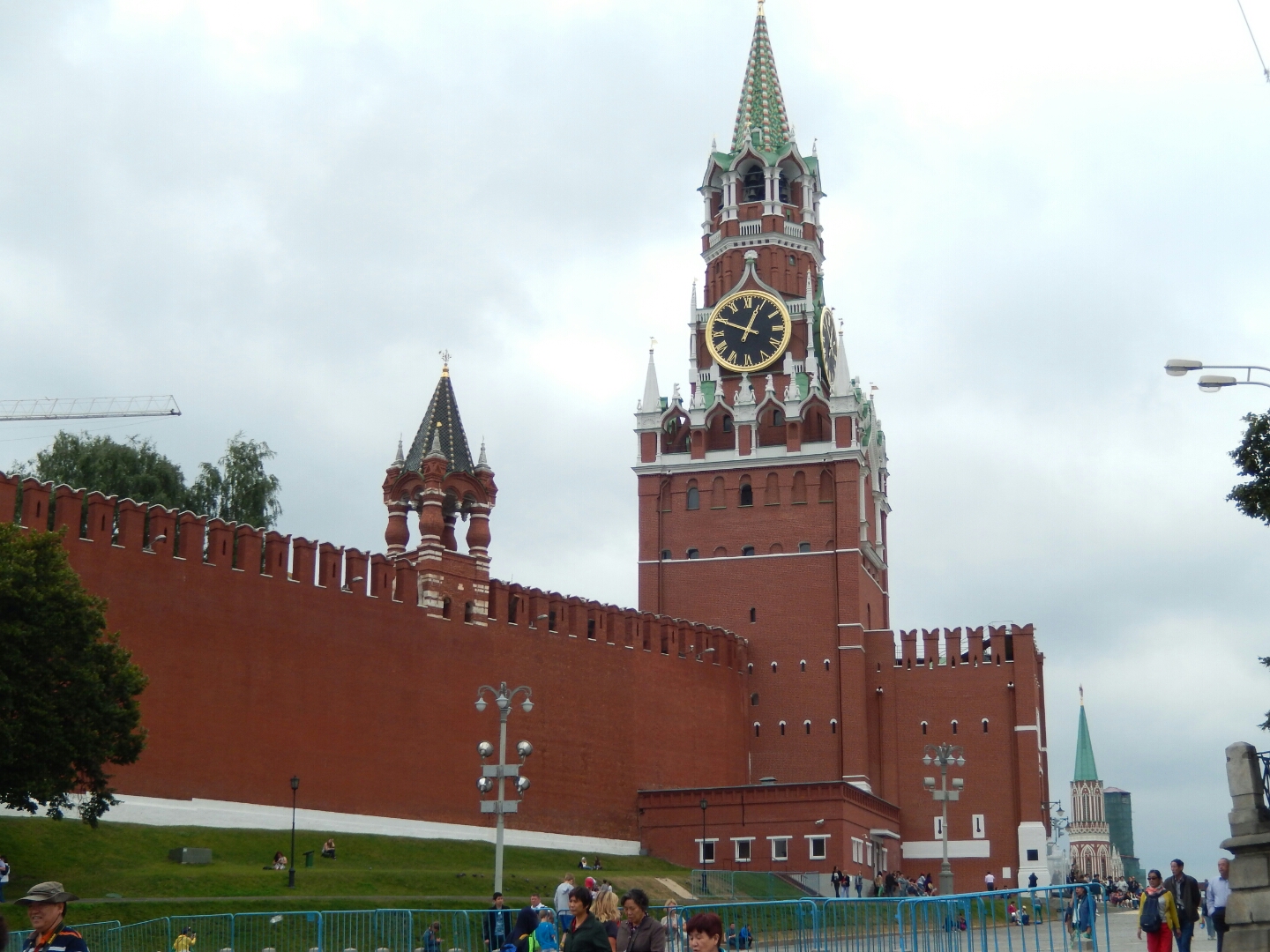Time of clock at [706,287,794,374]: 12:49
